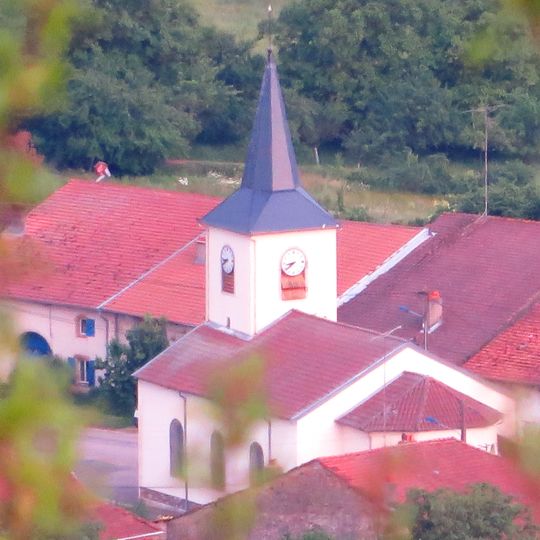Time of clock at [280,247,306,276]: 8:39
